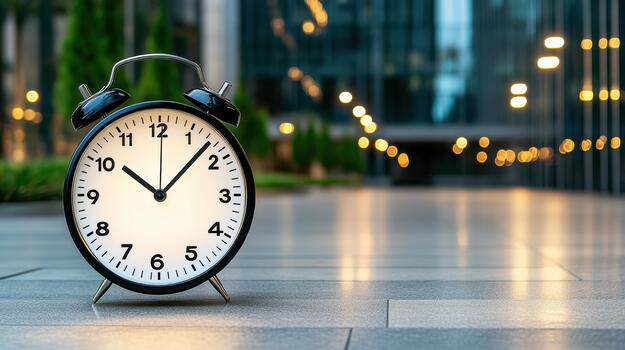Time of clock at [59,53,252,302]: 10:07
